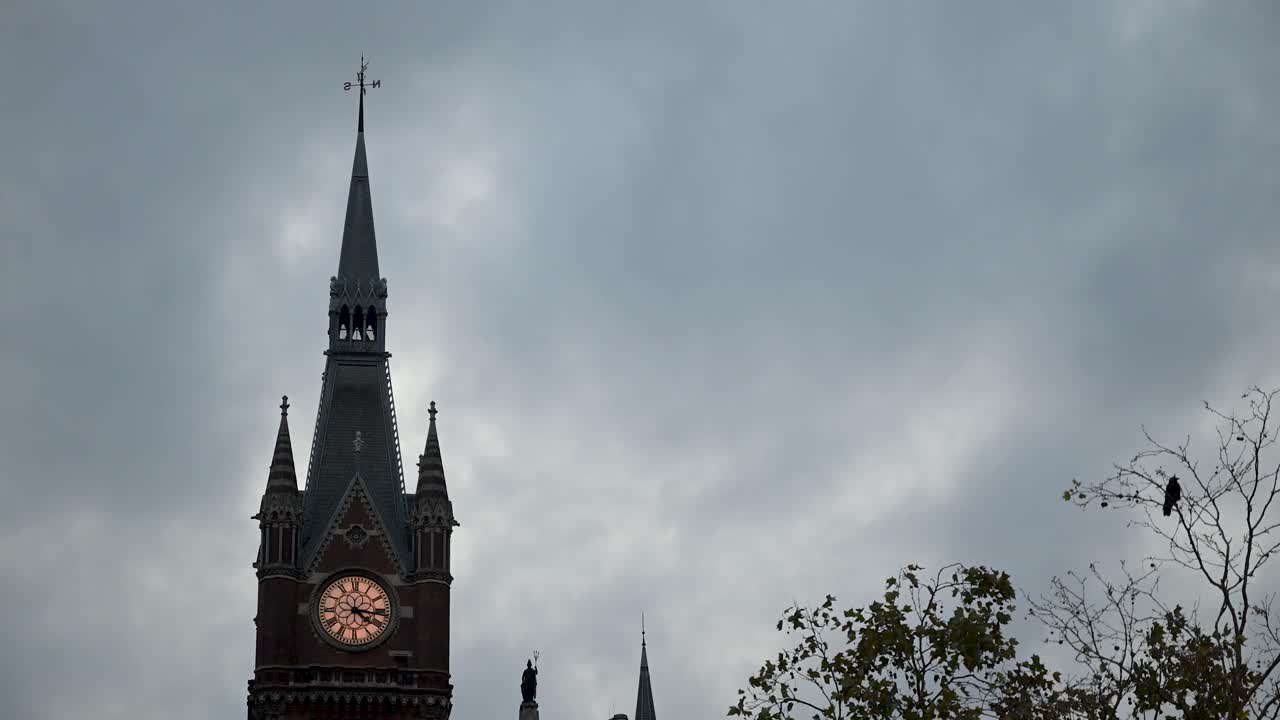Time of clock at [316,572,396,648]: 4:16
